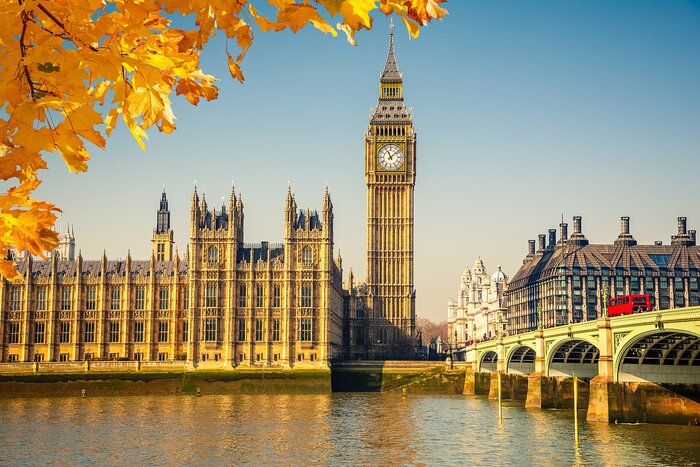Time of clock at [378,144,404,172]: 11:08
